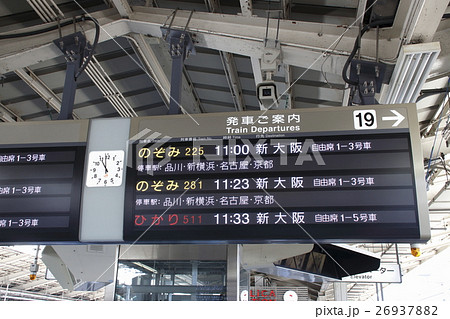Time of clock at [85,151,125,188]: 10:58
